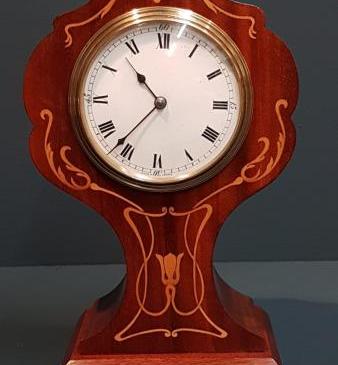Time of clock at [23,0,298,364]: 10:36
